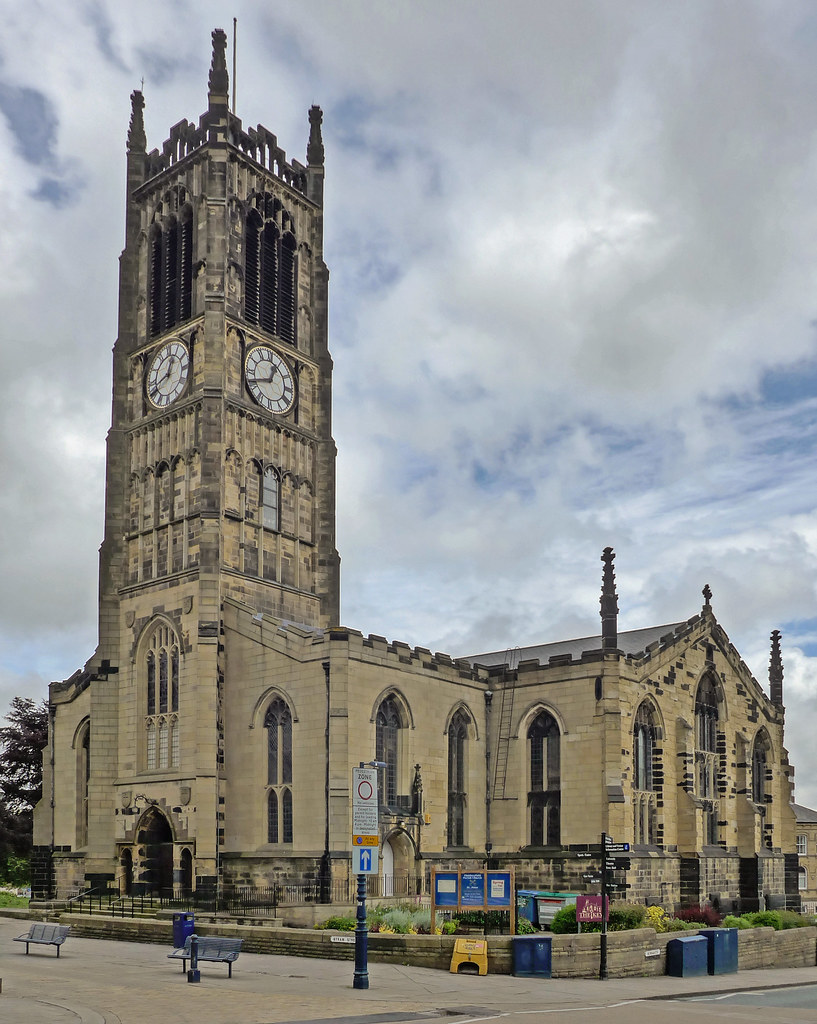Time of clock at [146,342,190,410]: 12:41
